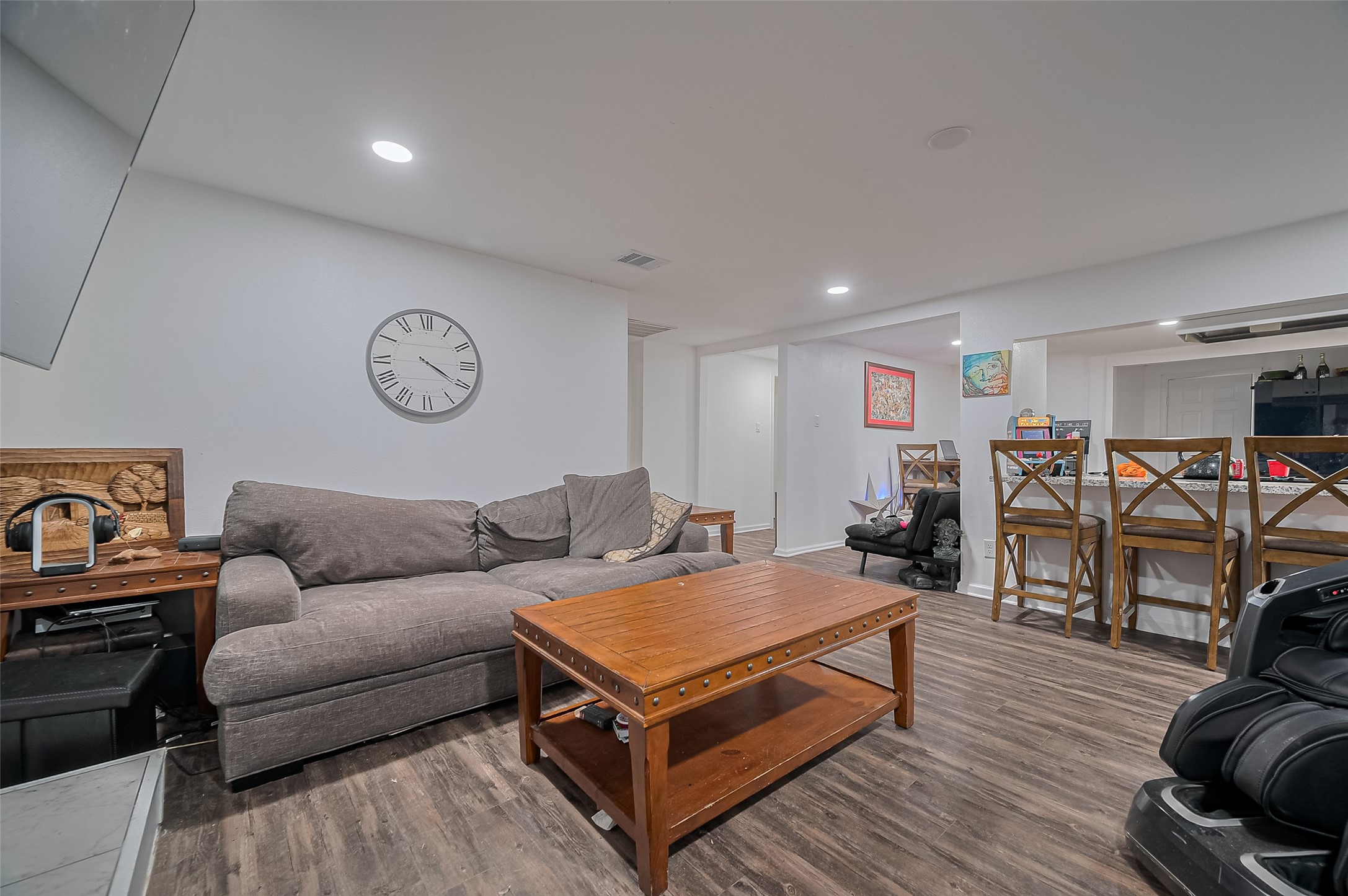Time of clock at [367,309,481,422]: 4:20
